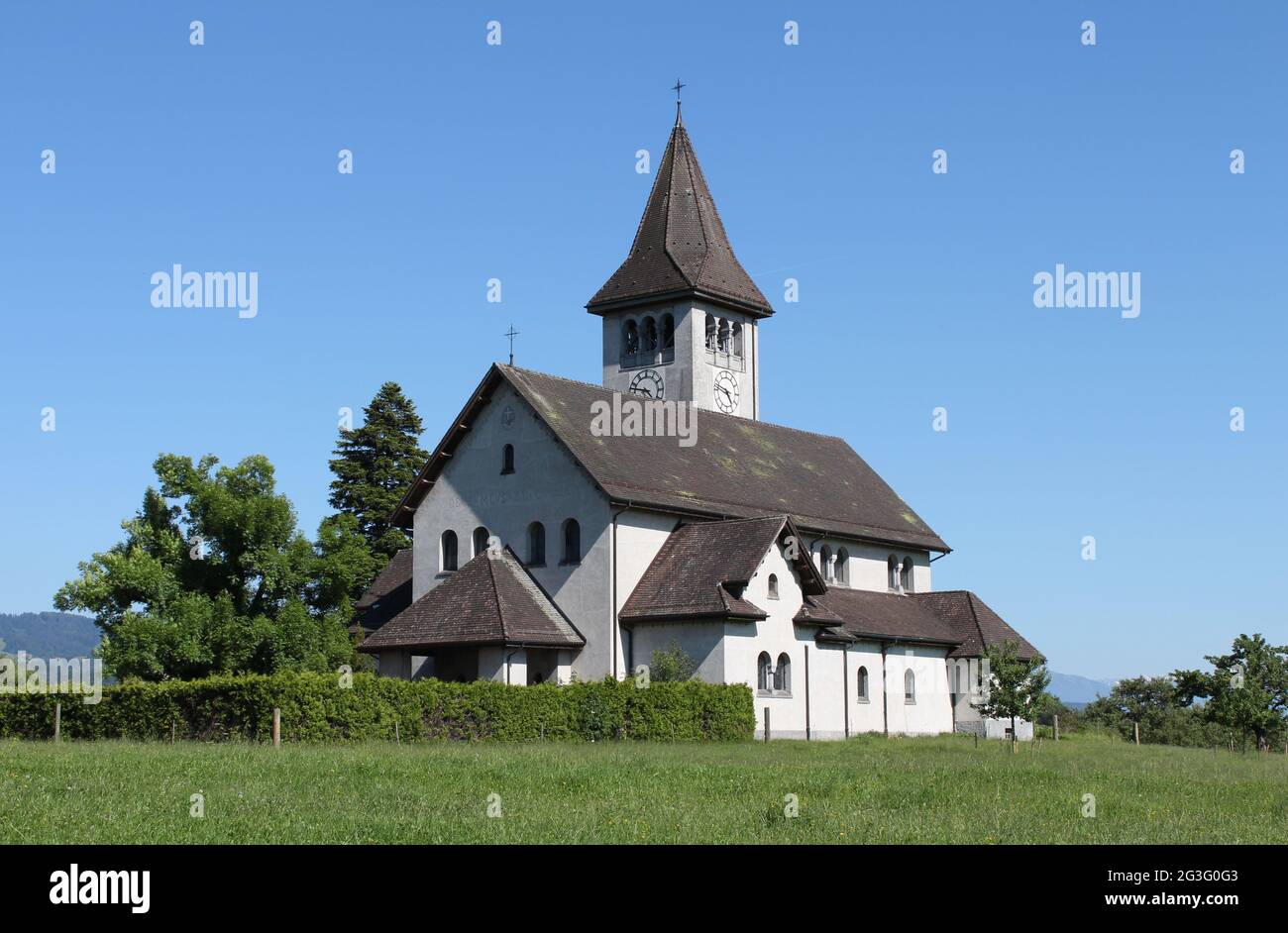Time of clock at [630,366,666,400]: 4:46
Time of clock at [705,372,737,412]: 4:47
